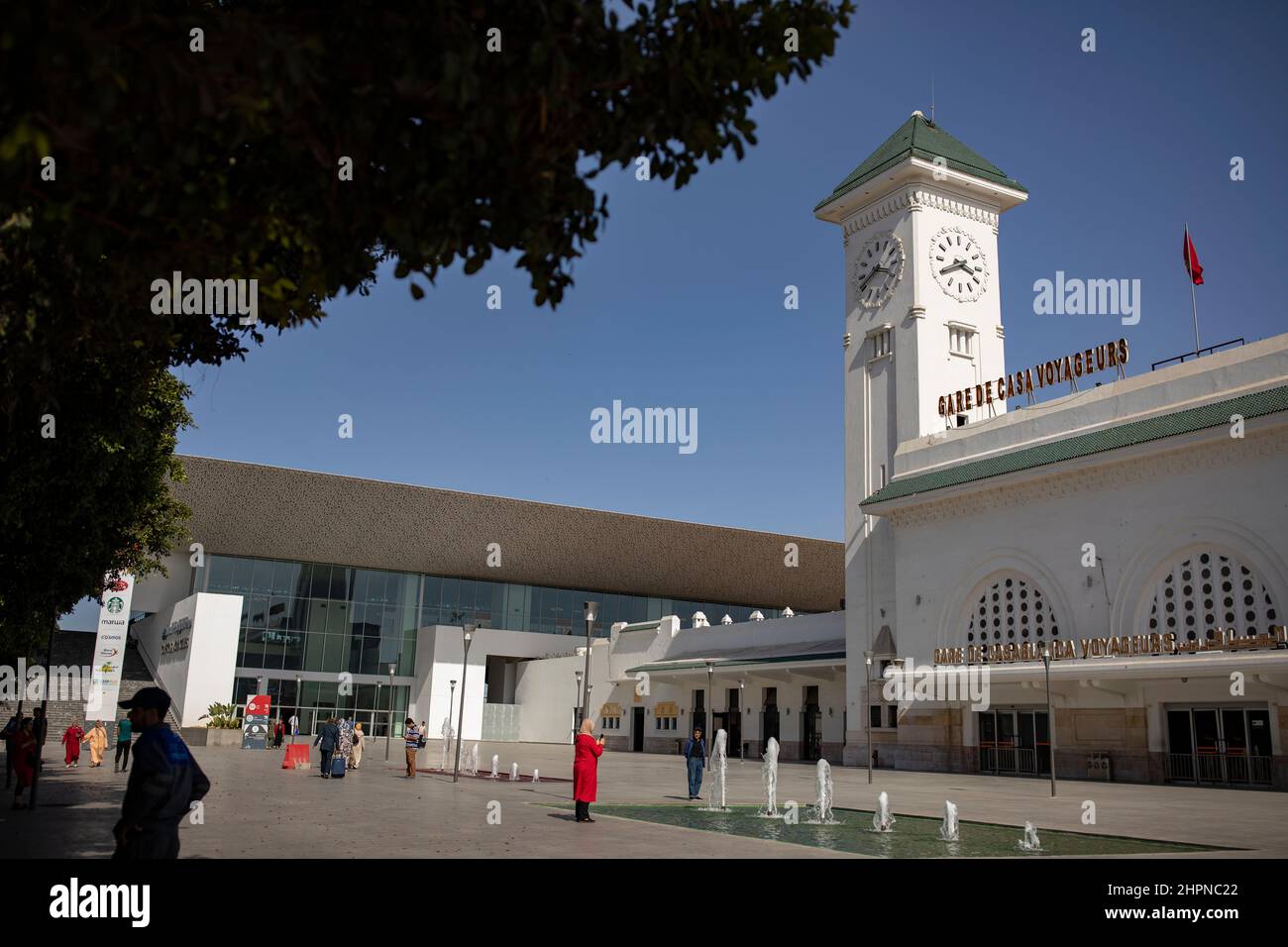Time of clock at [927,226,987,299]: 3:40
